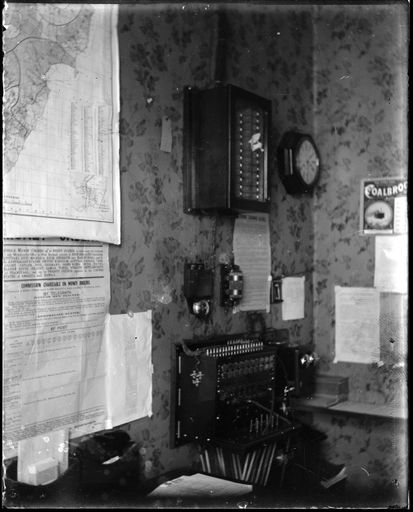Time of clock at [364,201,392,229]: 3:43
